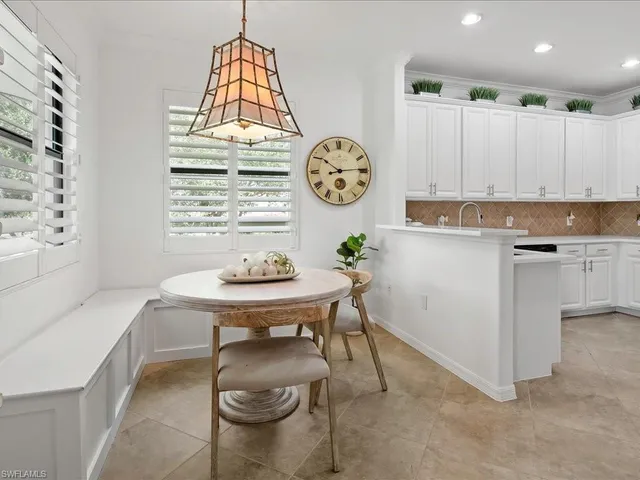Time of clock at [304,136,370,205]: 10:14
